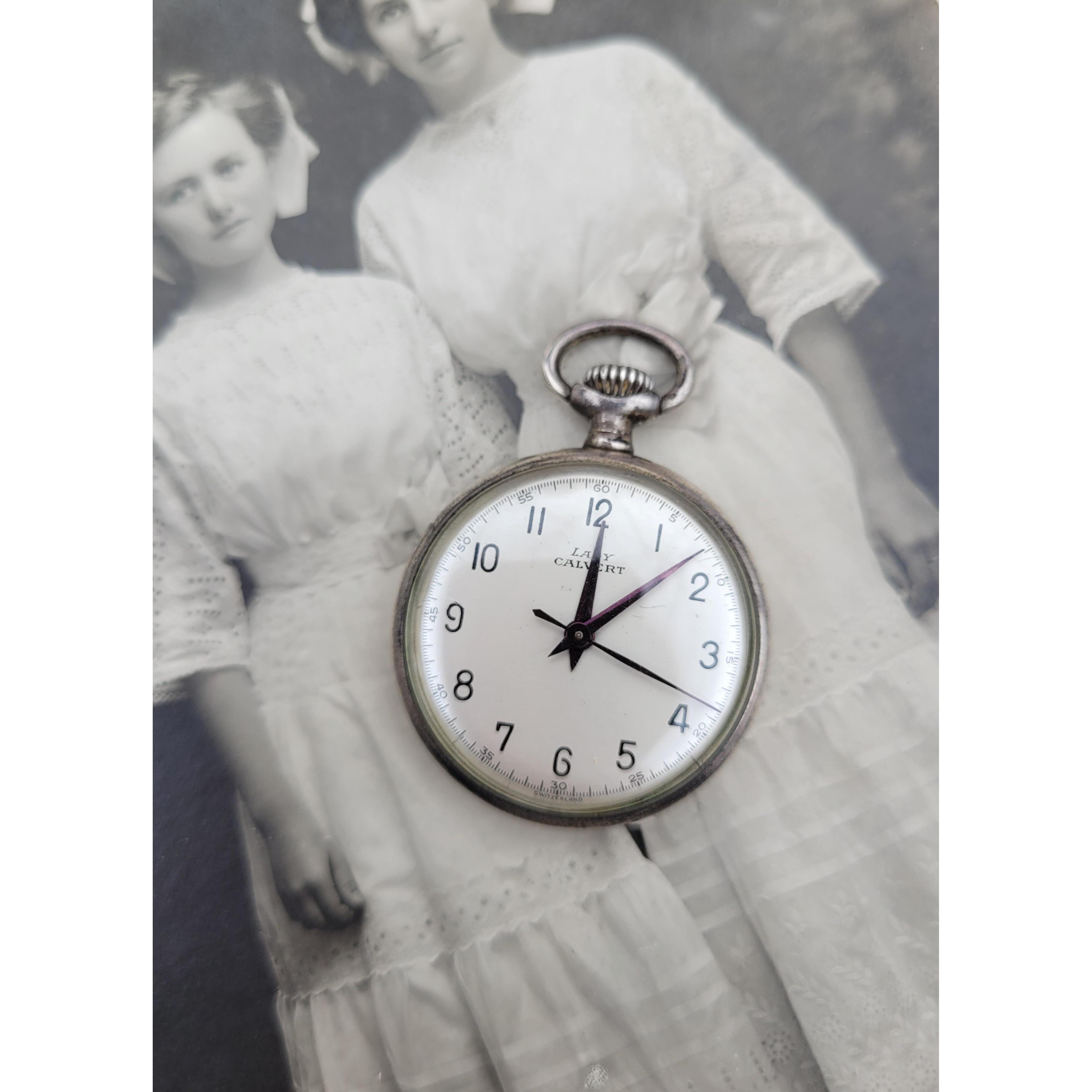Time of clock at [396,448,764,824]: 12:07
